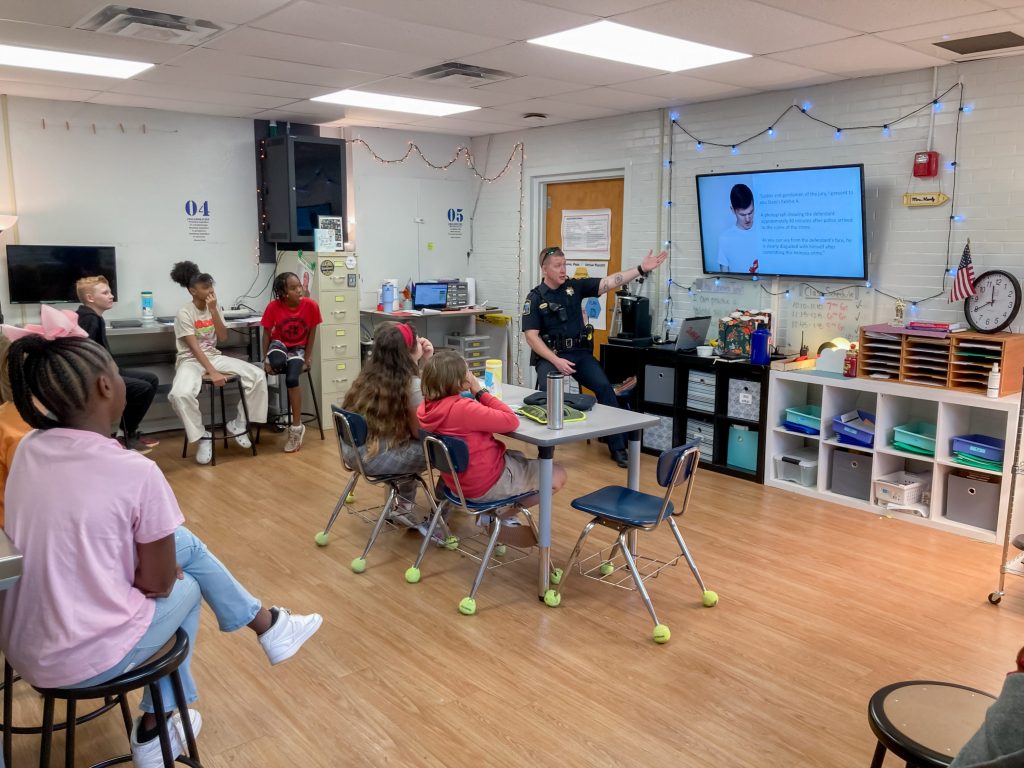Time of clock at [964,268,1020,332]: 11:40
